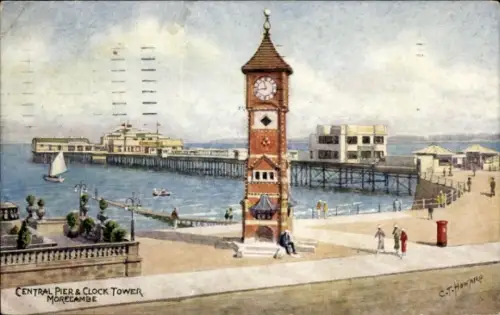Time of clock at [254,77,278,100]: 11:42
